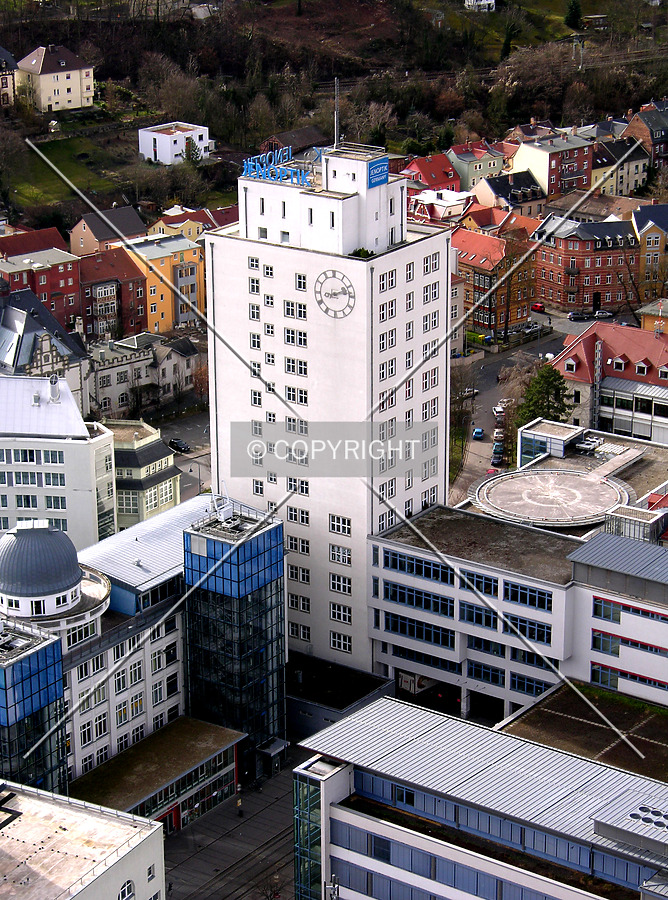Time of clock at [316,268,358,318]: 2:13
